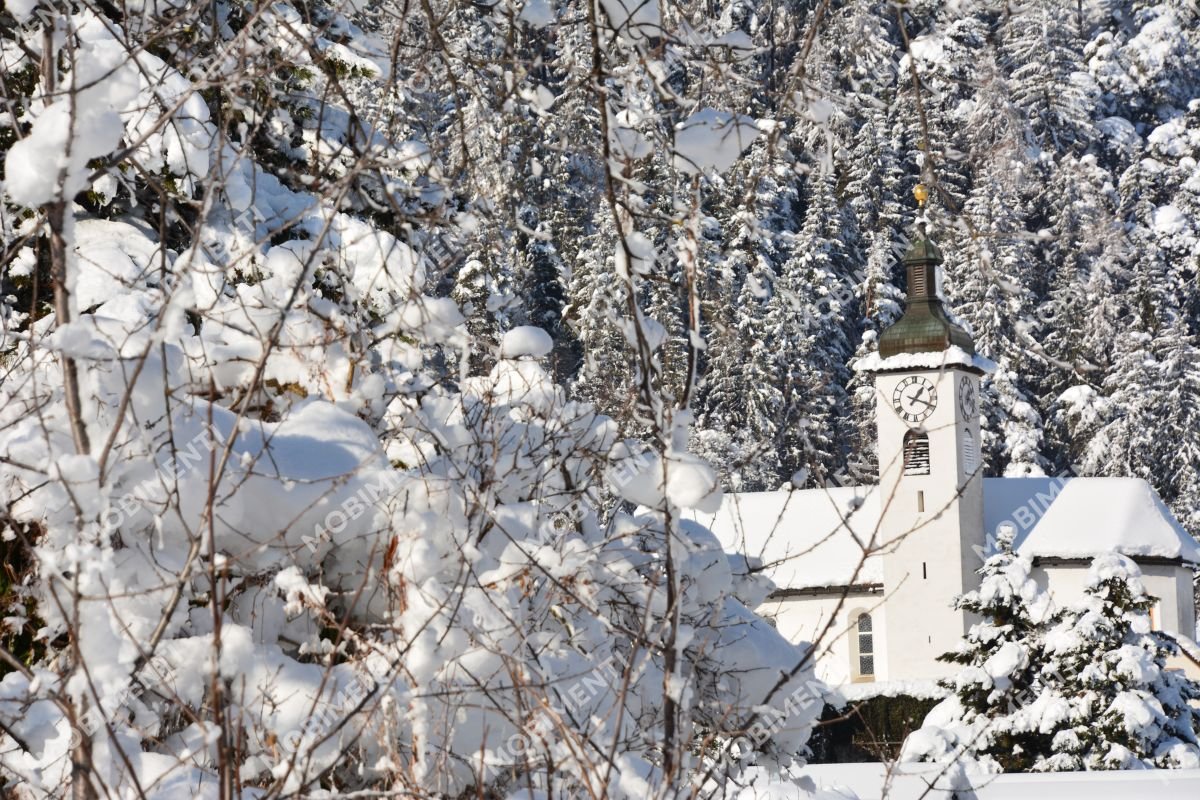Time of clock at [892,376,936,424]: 1:18
